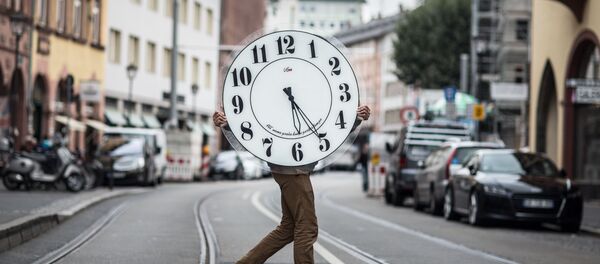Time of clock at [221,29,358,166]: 5:24
